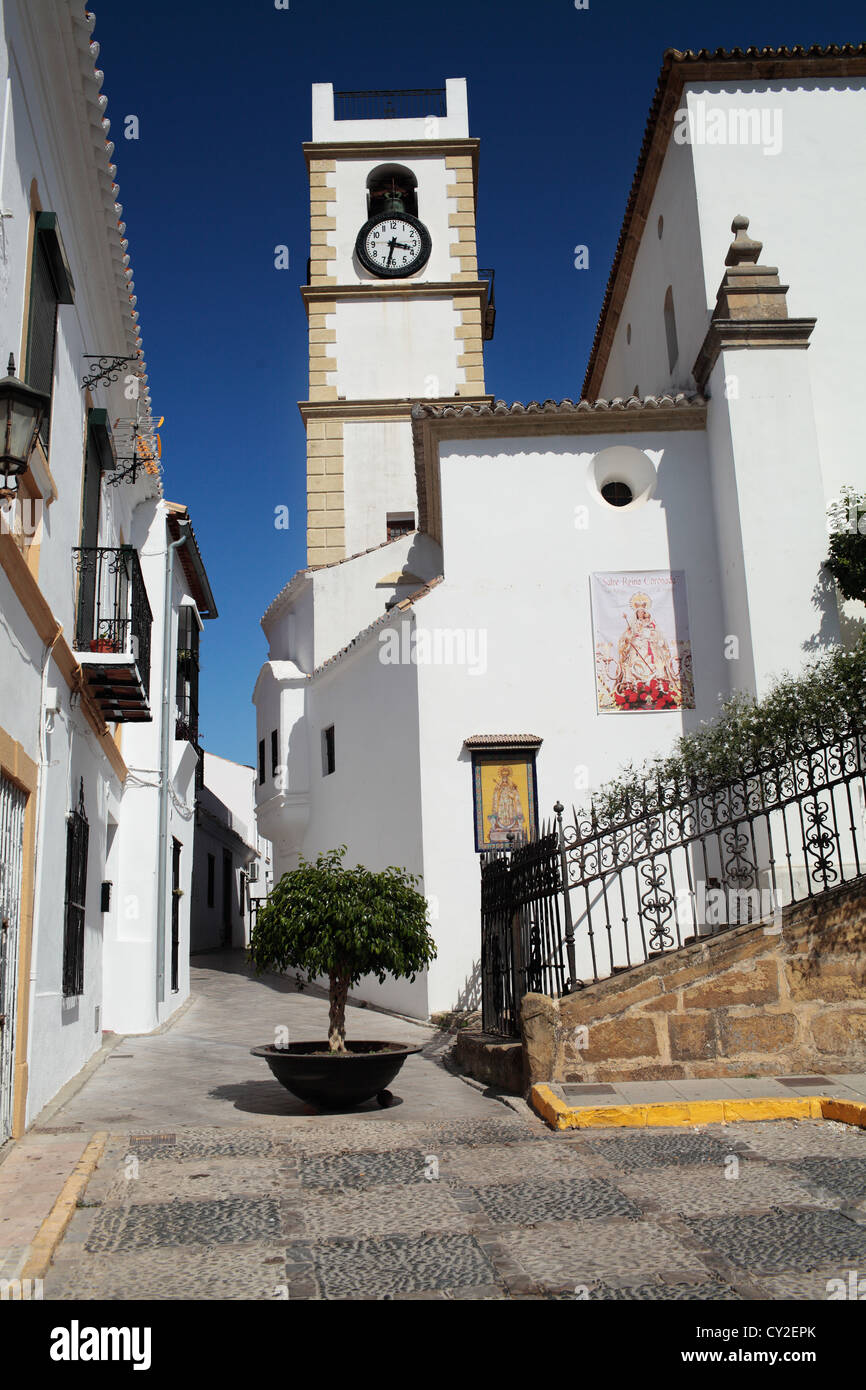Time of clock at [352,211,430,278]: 3:32
